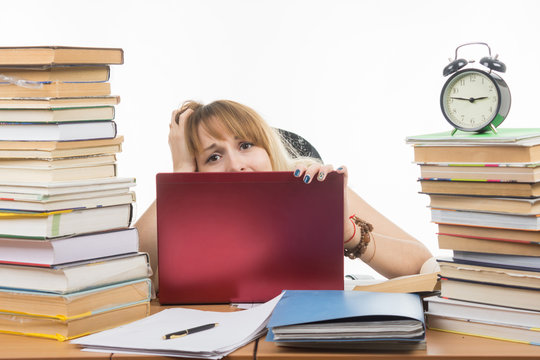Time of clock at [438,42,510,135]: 2:46
